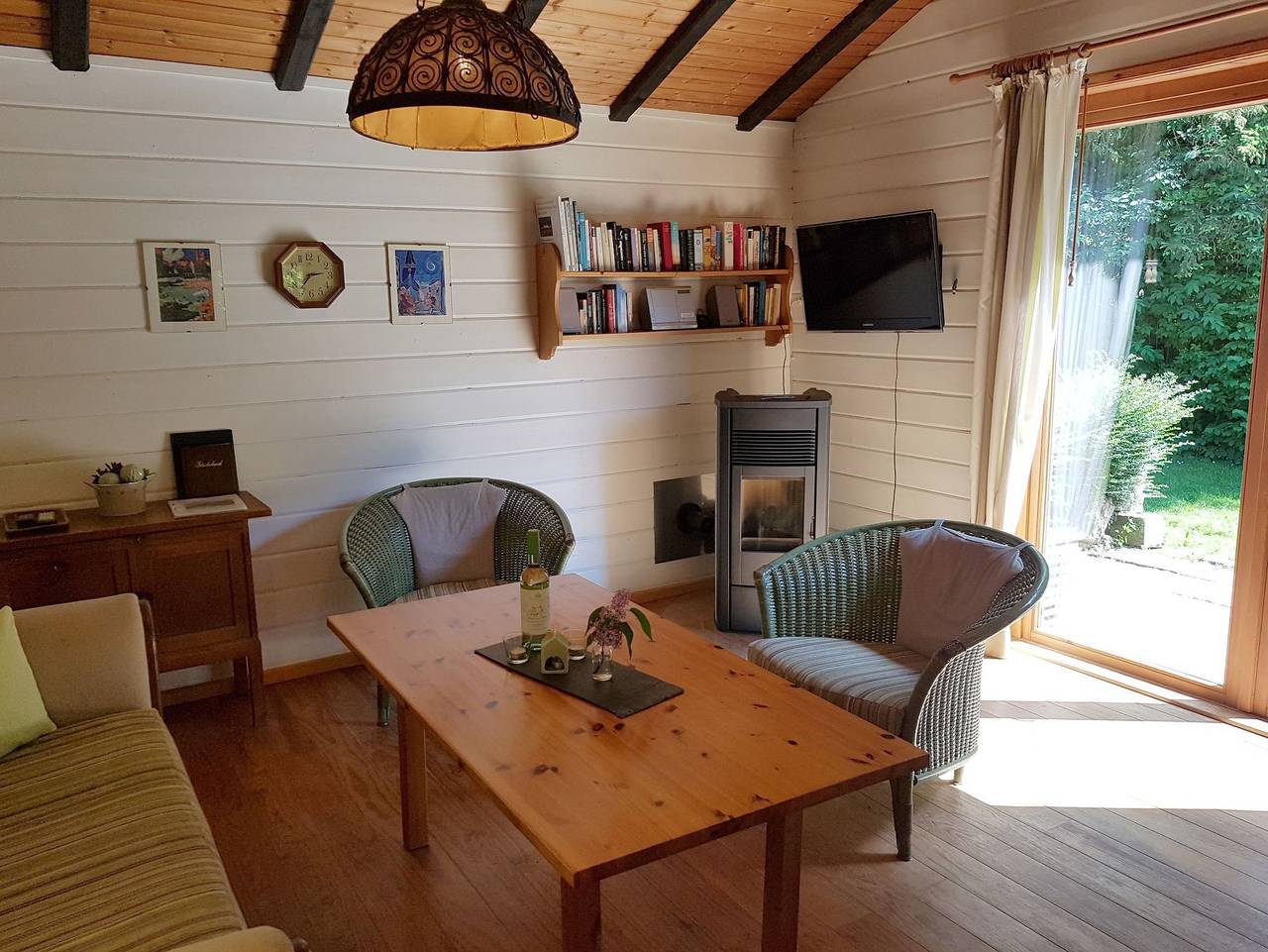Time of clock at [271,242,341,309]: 7:13
